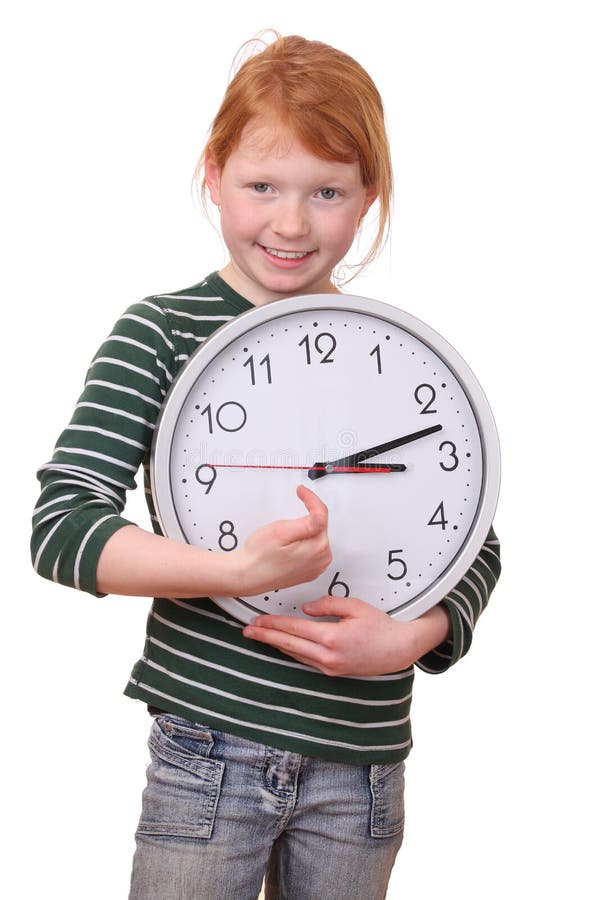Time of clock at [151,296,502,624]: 3:12
